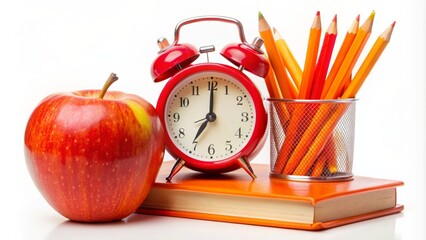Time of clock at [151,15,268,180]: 7:00
